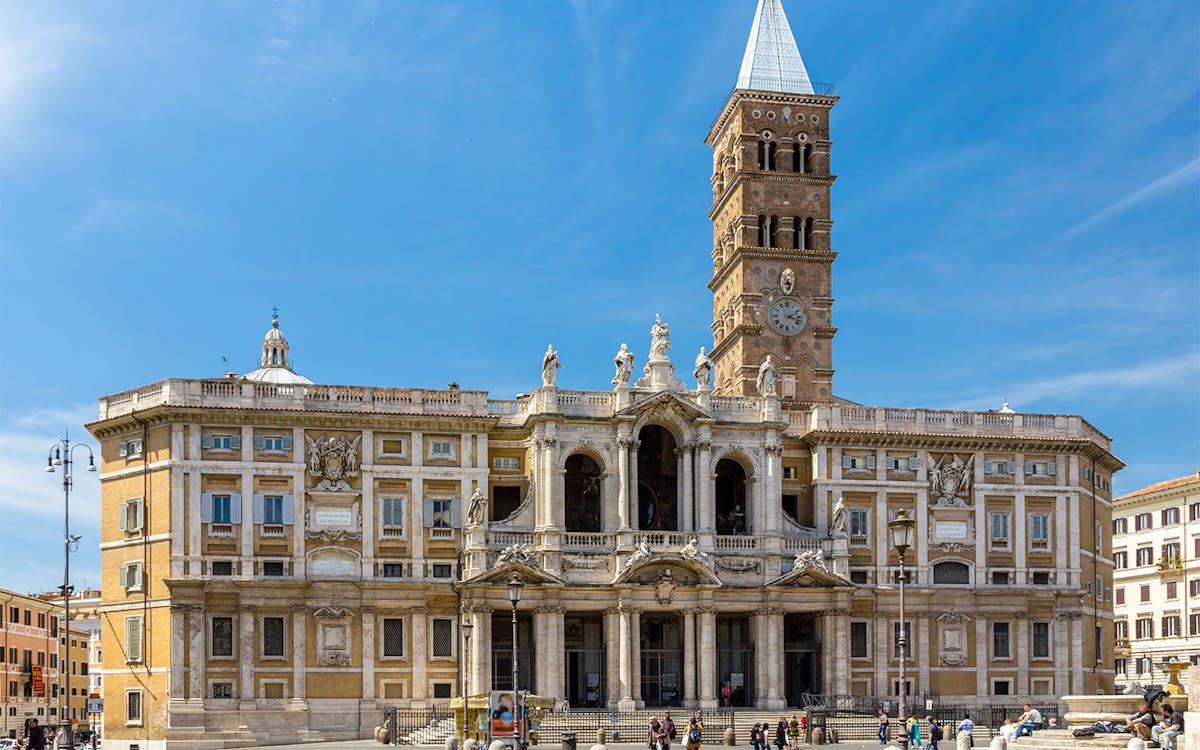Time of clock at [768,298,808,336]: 2:17
